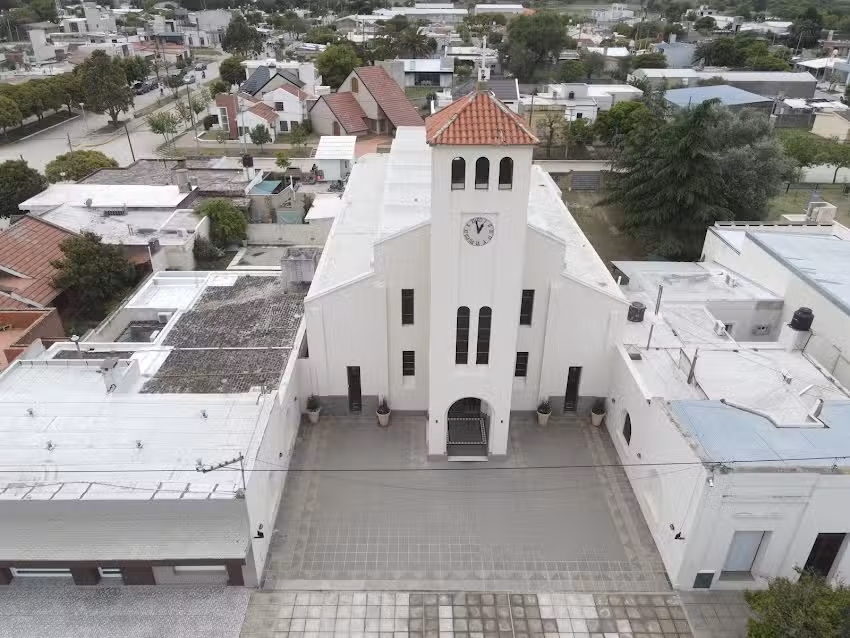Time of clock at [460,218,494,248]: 12:57
